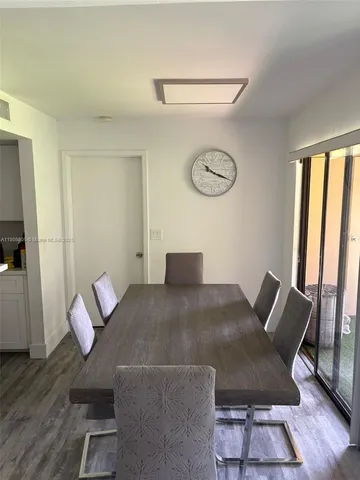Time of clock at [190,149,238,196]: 10:18
